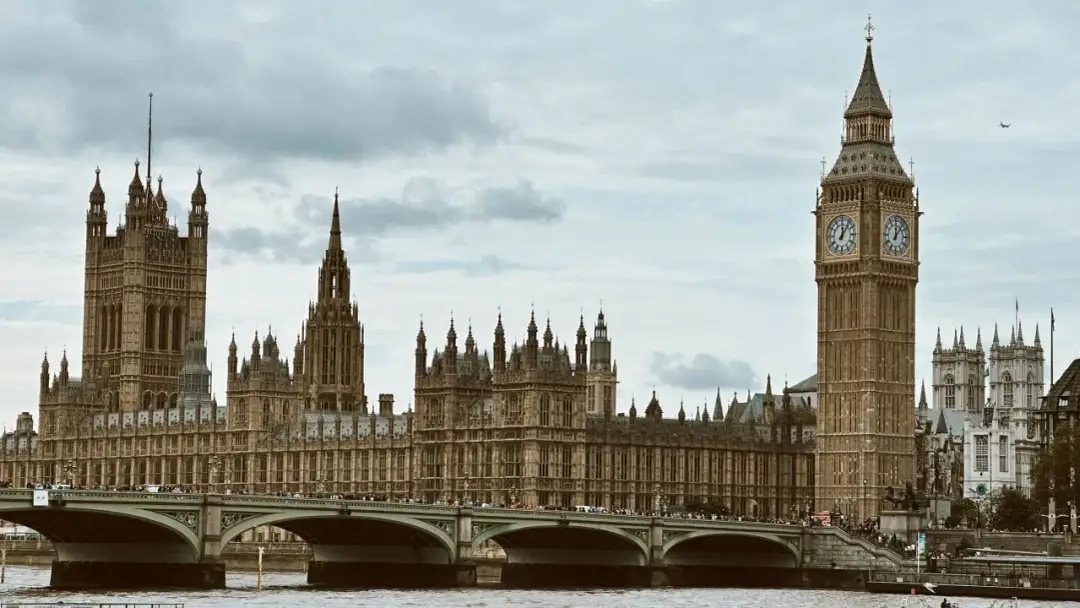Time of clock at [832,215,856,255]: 12:06
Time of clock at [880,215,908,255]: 12:06
